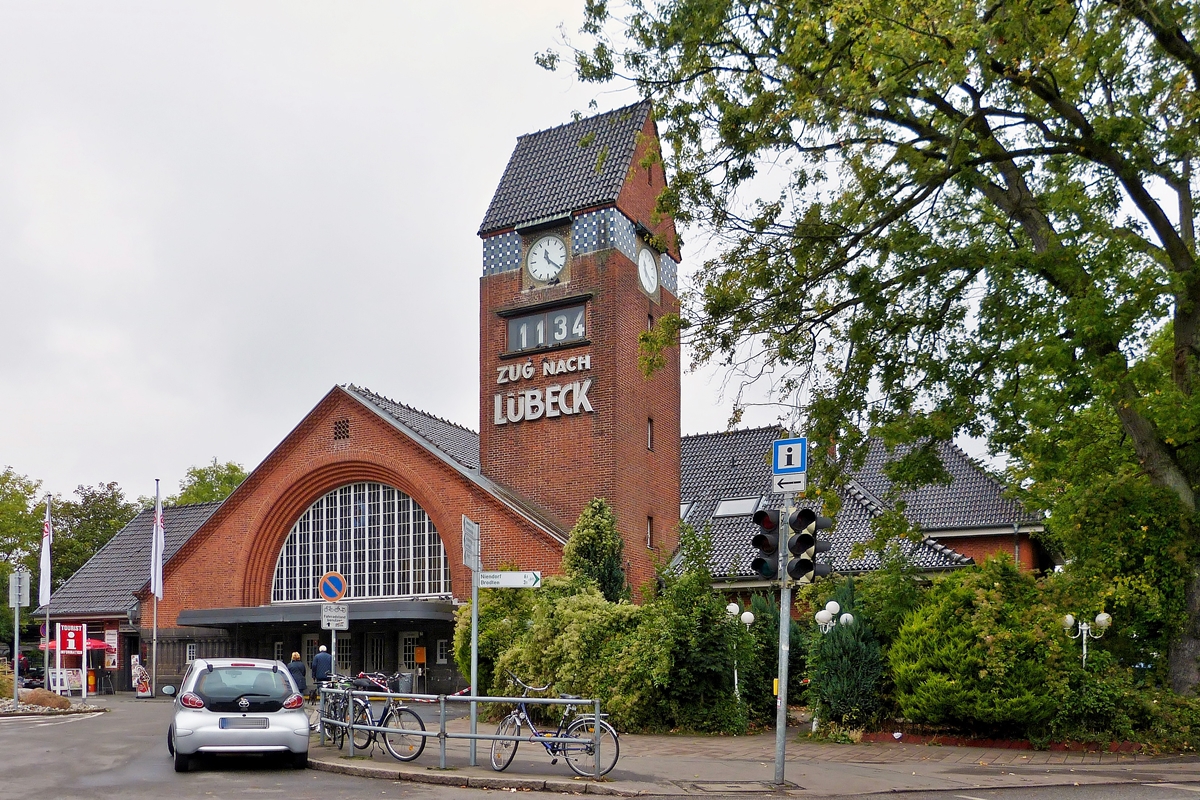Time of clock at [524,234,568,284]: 11:21
